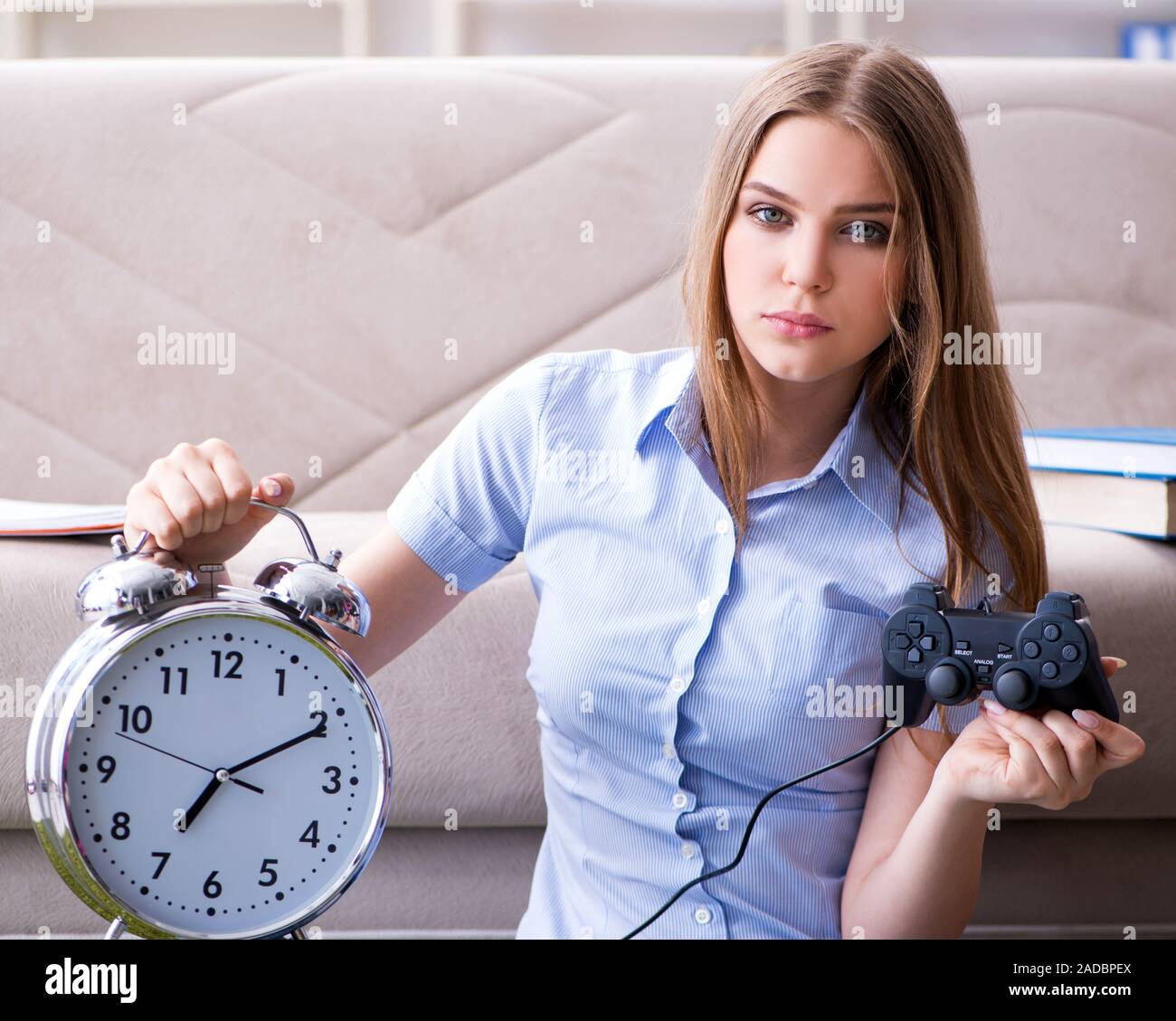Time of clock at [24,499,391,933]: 7:10
